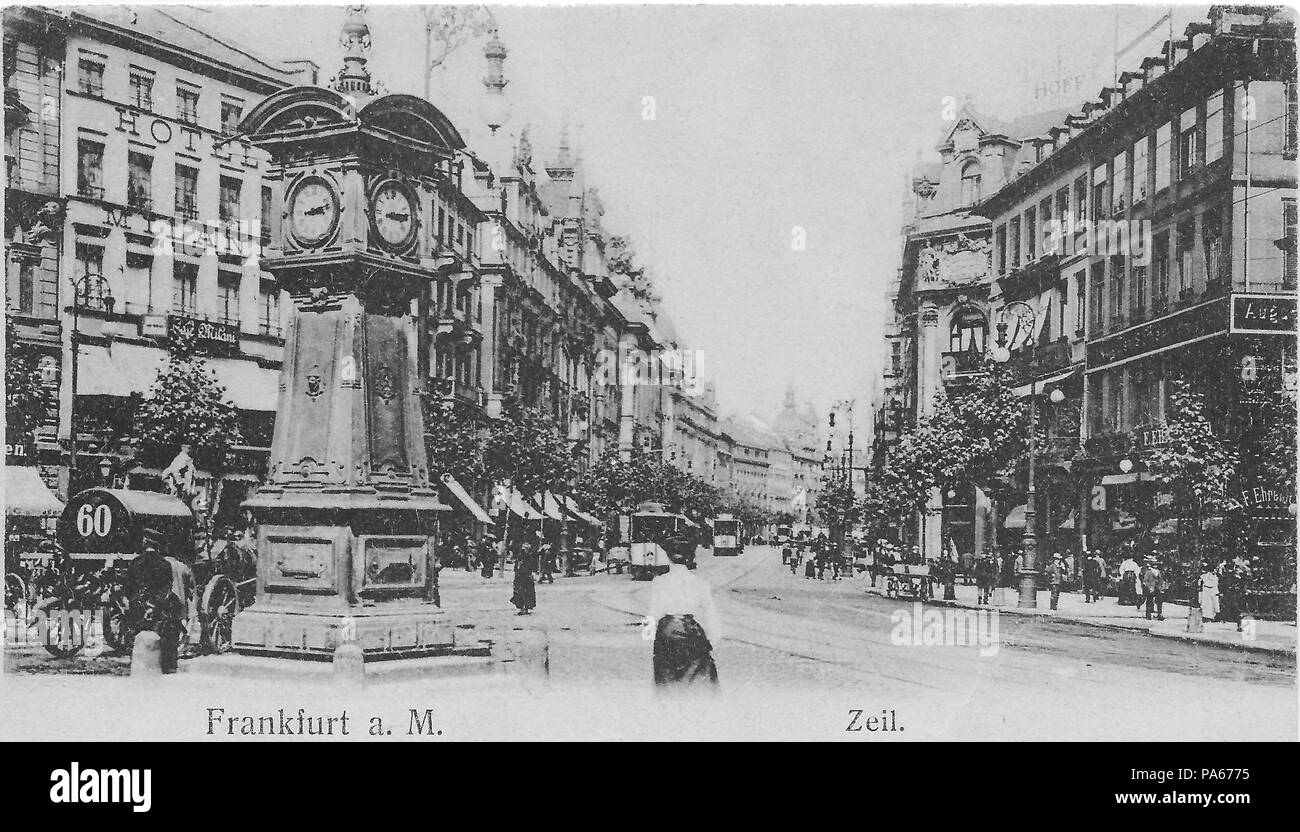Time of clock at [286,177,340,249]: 3:12
